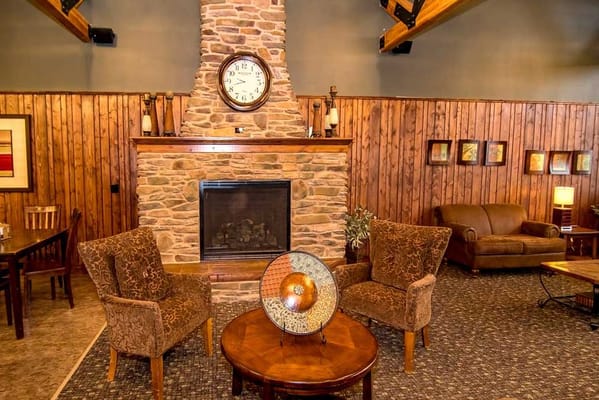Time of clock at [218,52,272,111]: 9:42
